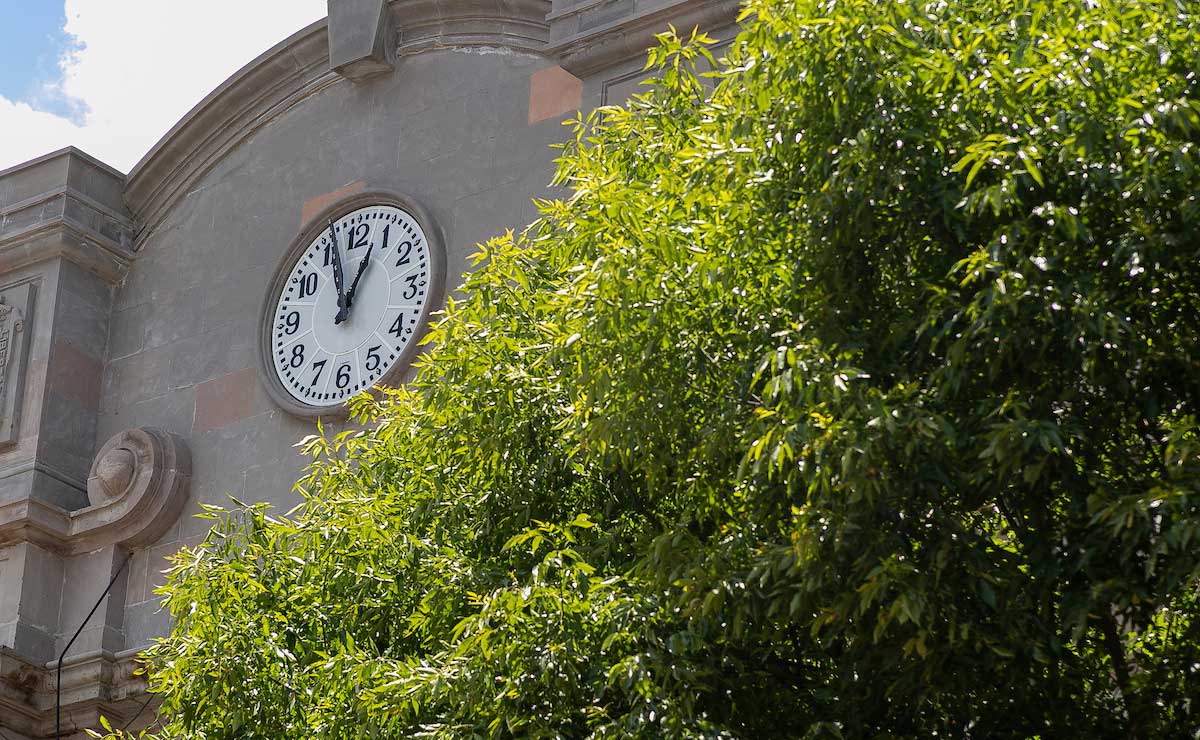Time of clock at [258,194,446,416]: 12:56
